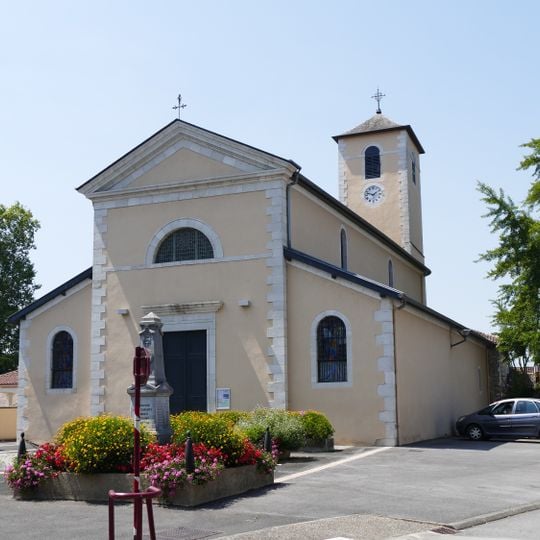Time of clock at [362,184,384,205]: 1:47
